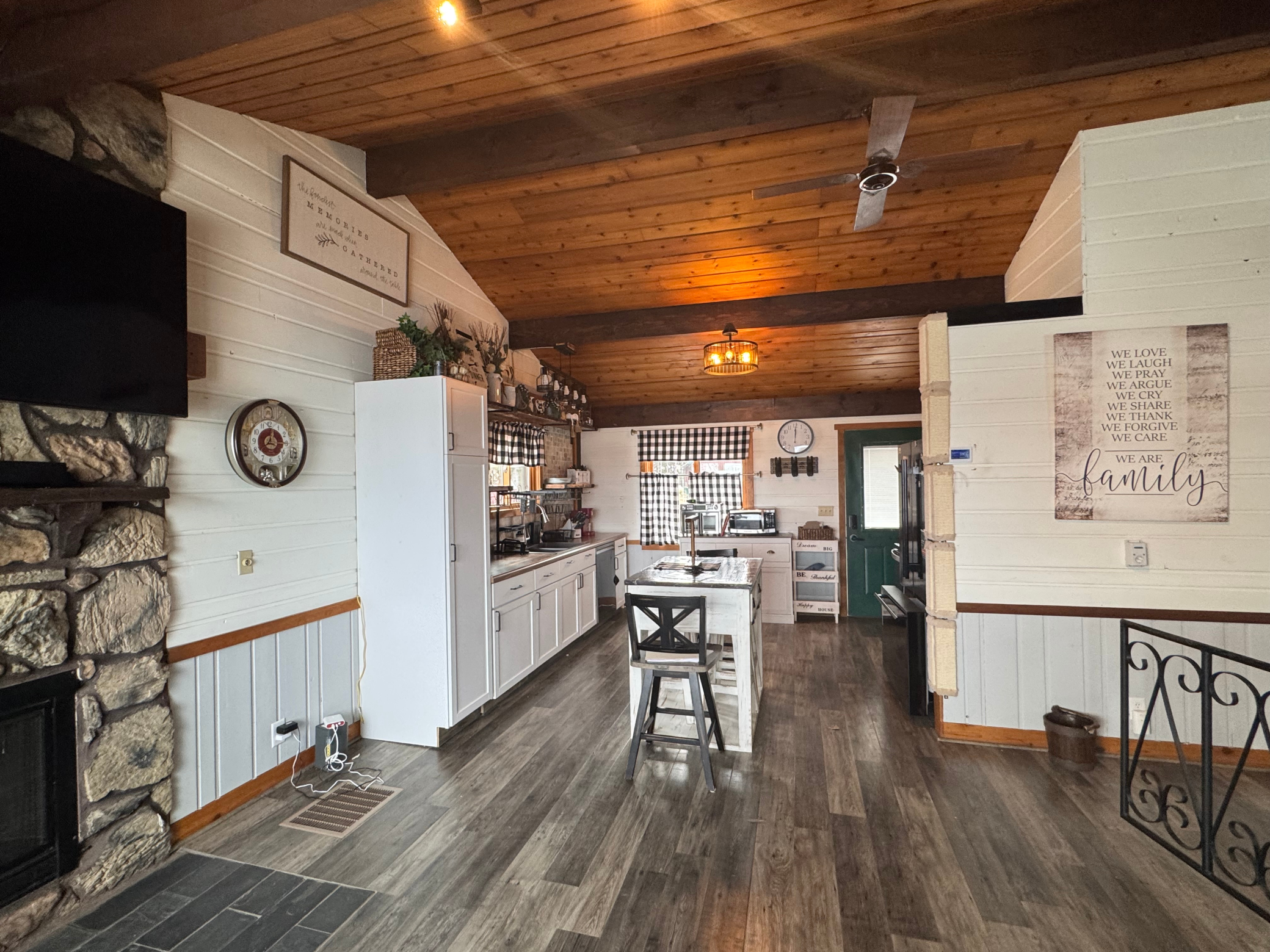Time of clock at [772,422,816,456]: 12:00
